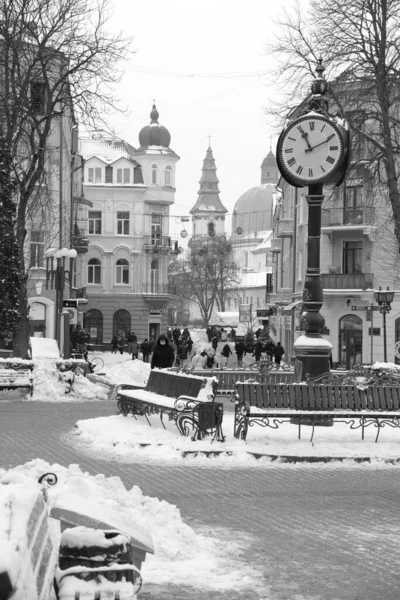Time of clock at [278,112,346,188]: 11:10
